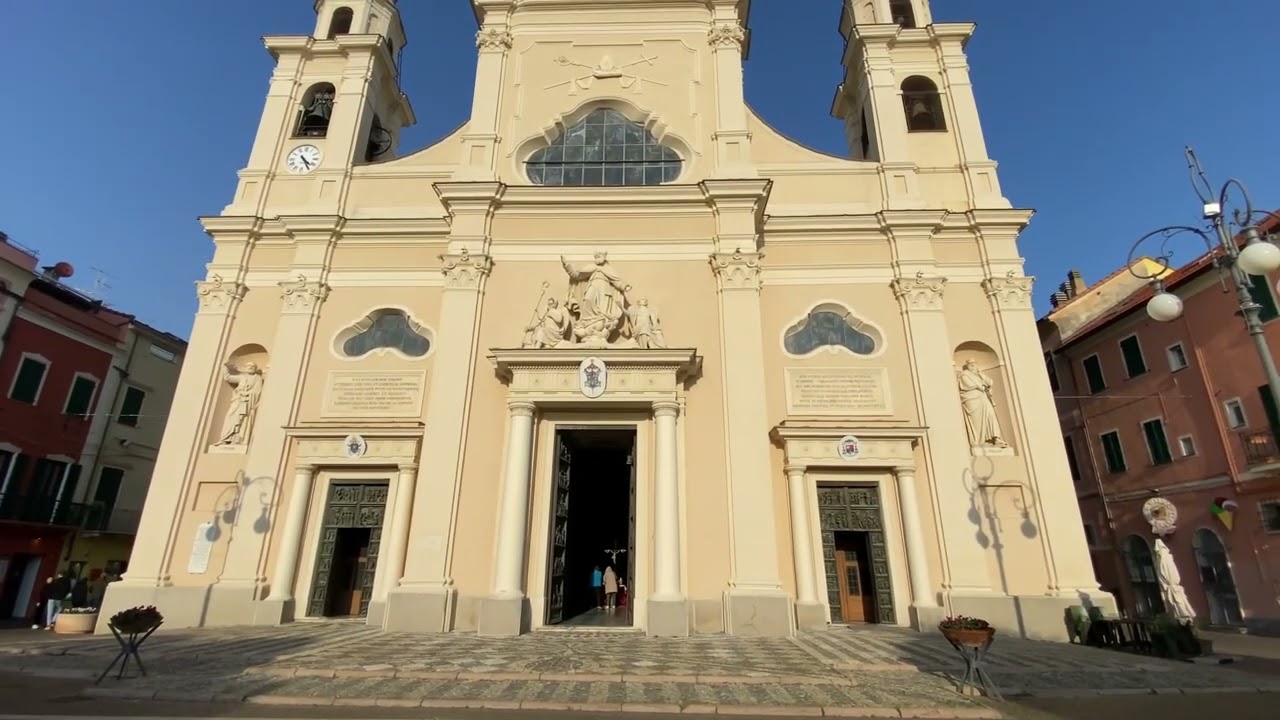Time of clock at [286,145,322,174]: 4:24
